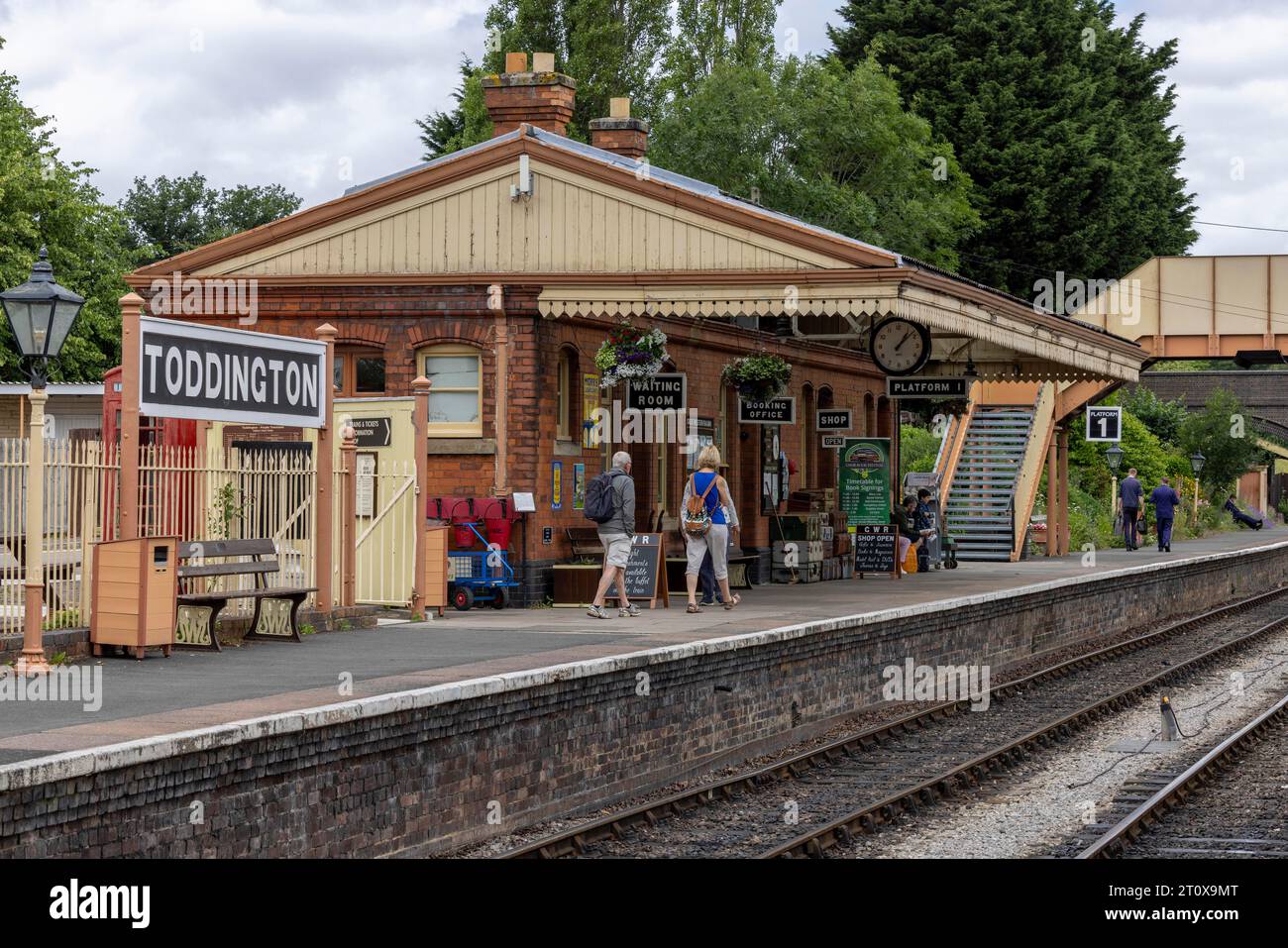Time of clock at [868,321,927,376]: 1:07
